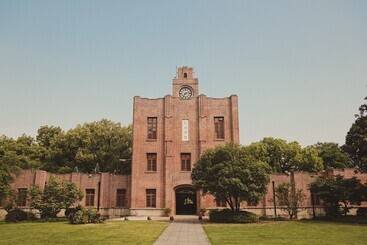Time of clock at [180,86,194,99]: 7:12
